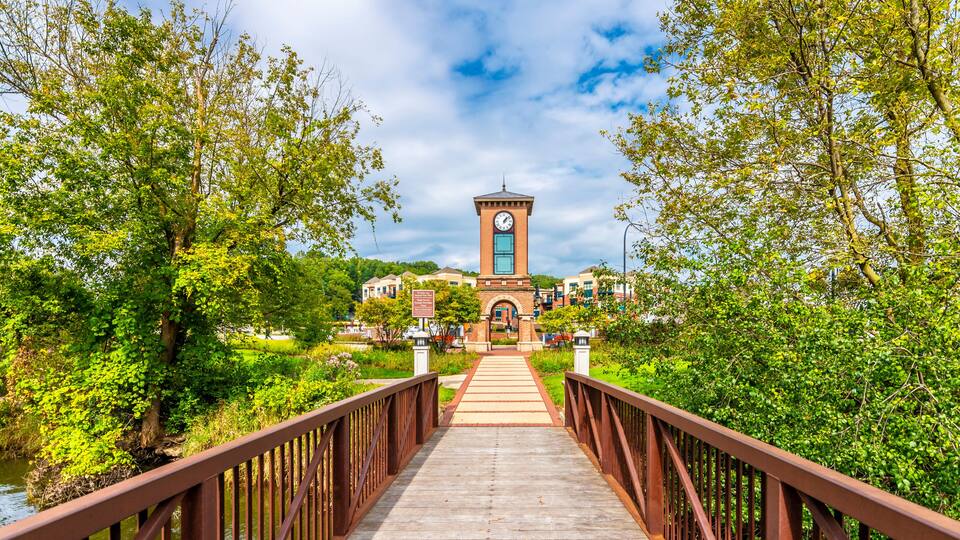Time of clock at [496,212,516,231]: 1:07
